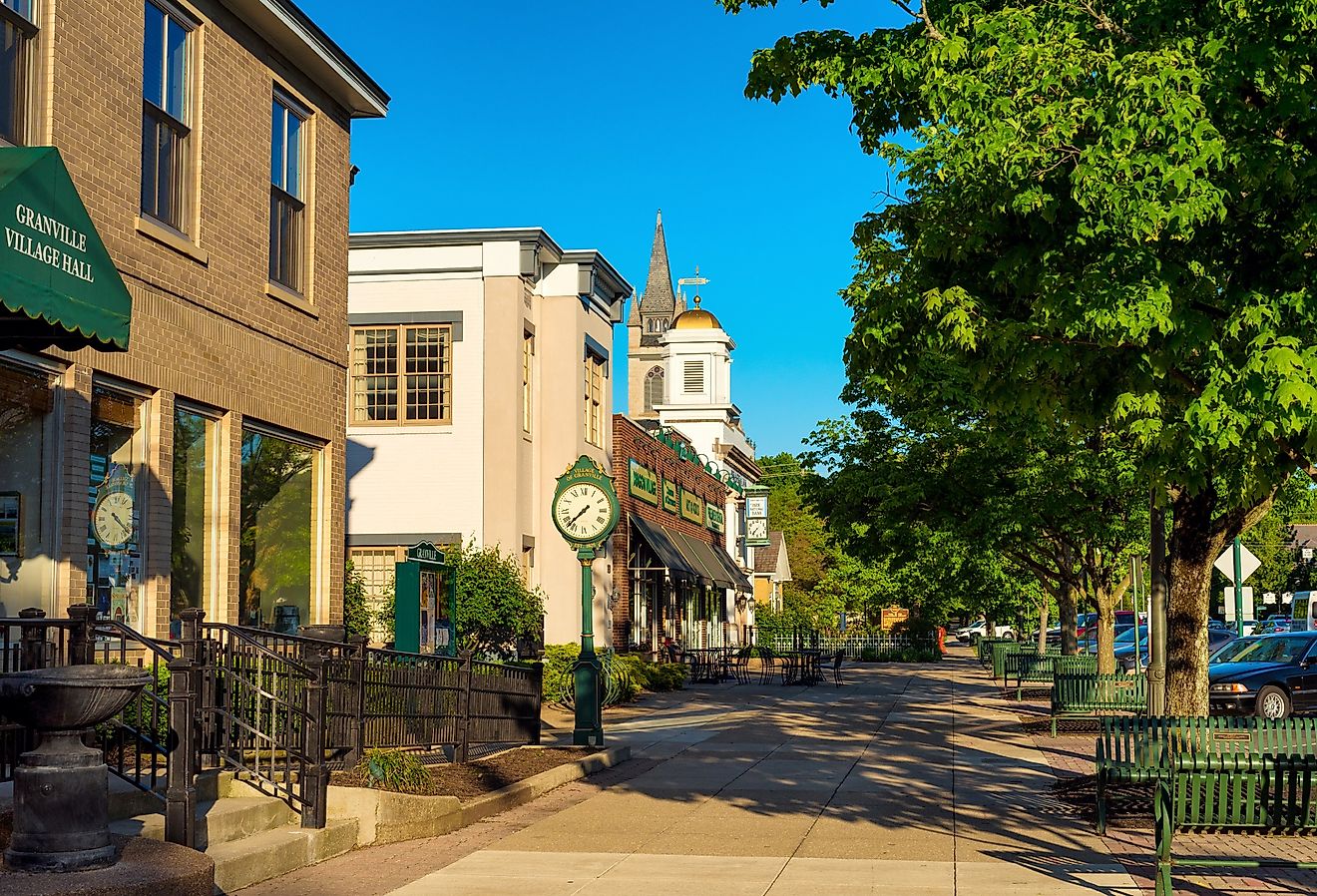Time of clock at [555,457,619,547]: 7:37
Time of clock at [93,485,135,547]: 4:21
